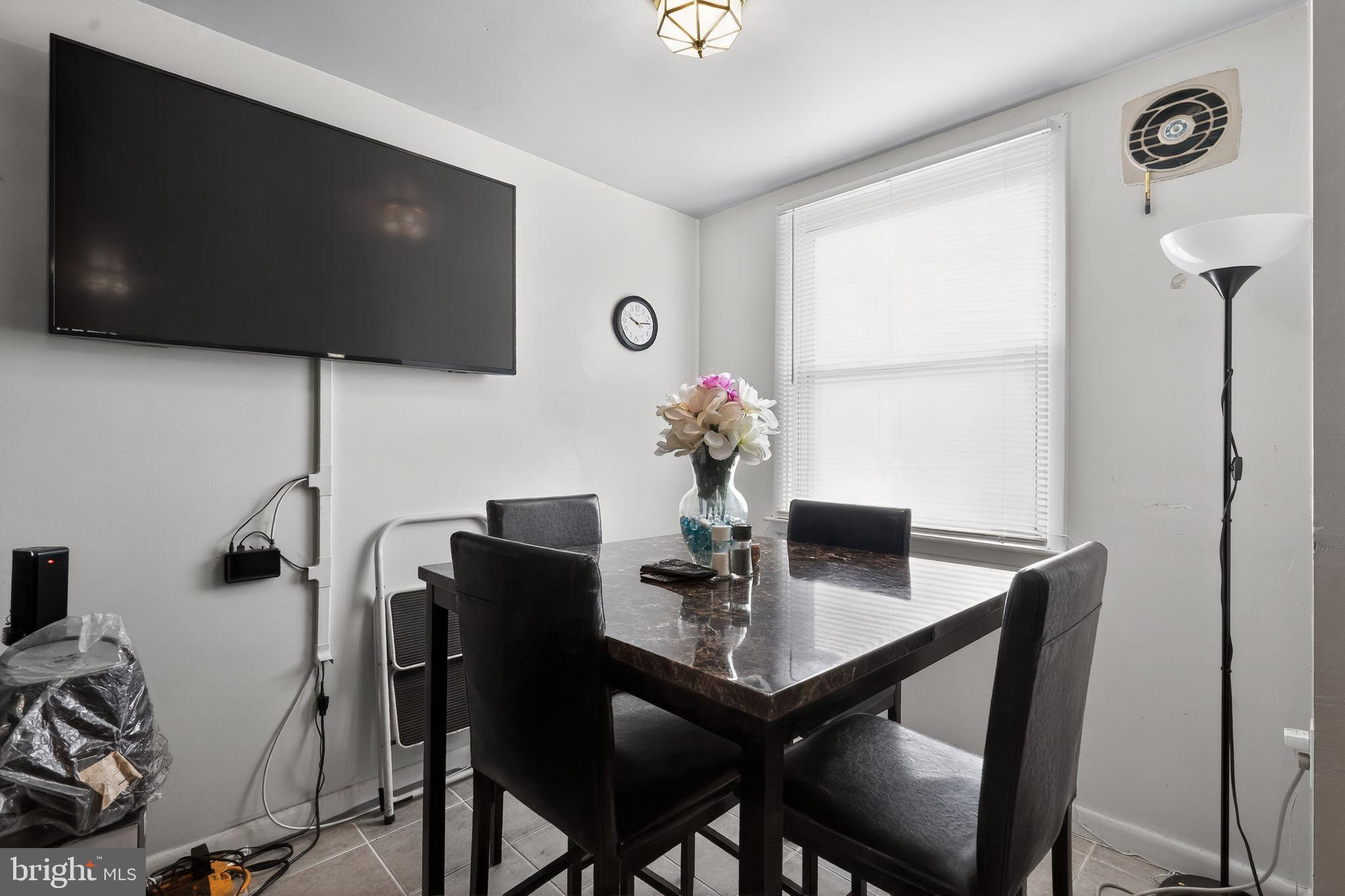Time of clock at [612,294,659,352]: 10:13
